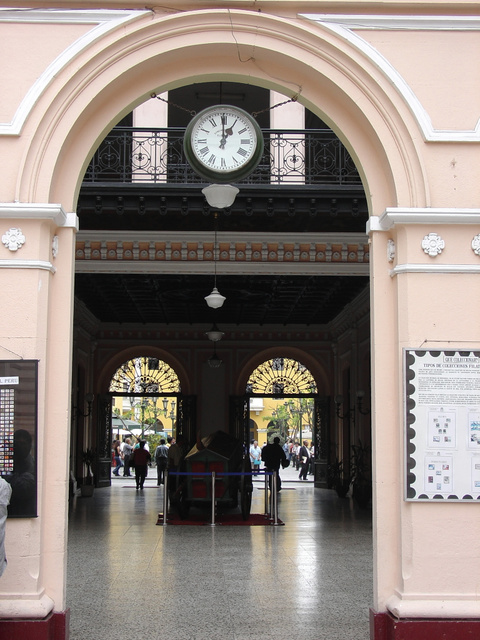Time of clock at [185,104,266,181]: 12:59
